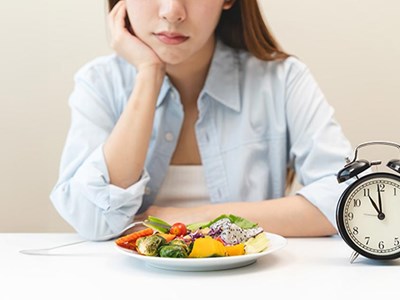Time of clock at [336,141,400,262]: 10:59
